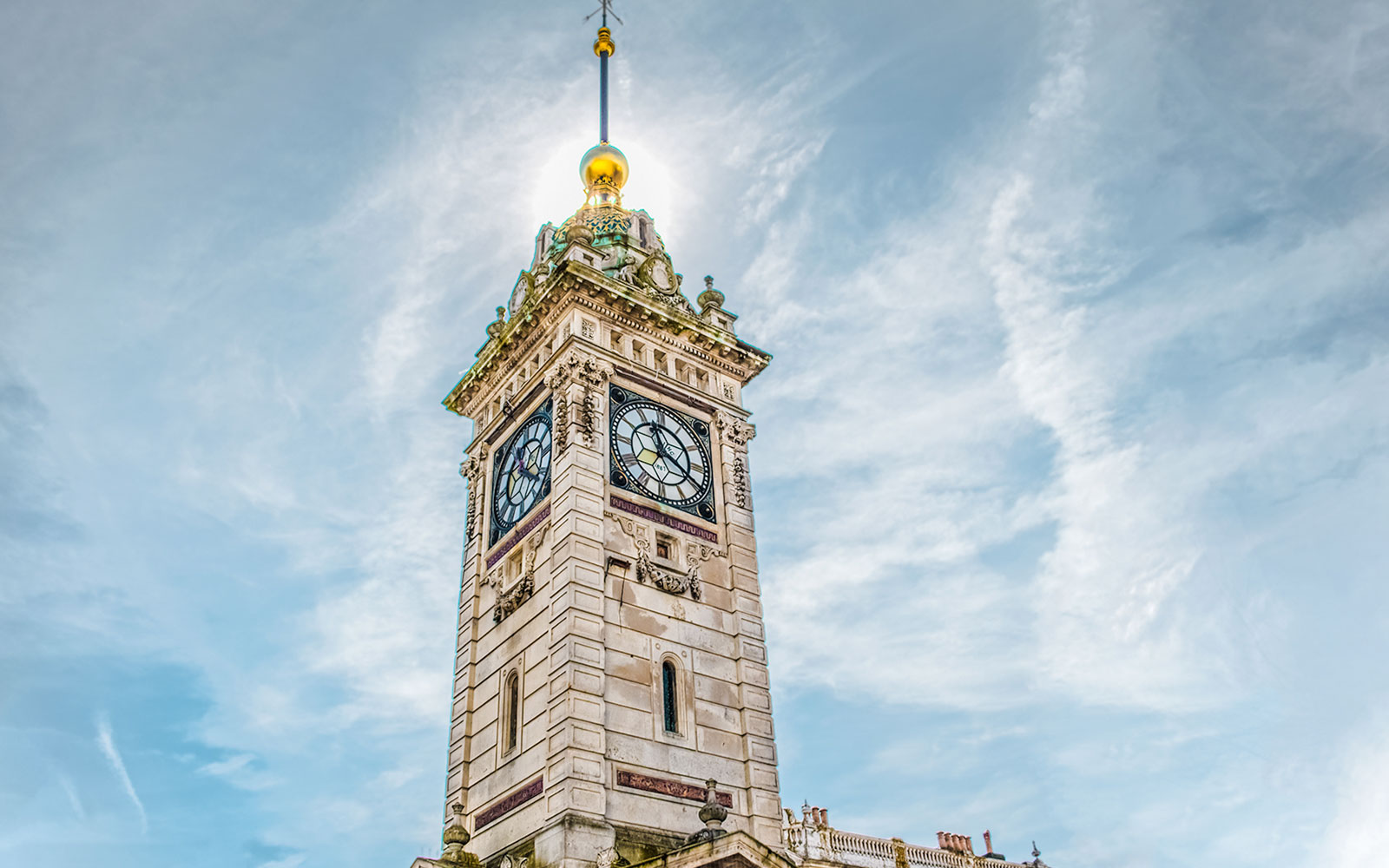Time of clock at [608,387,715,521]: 11:19
